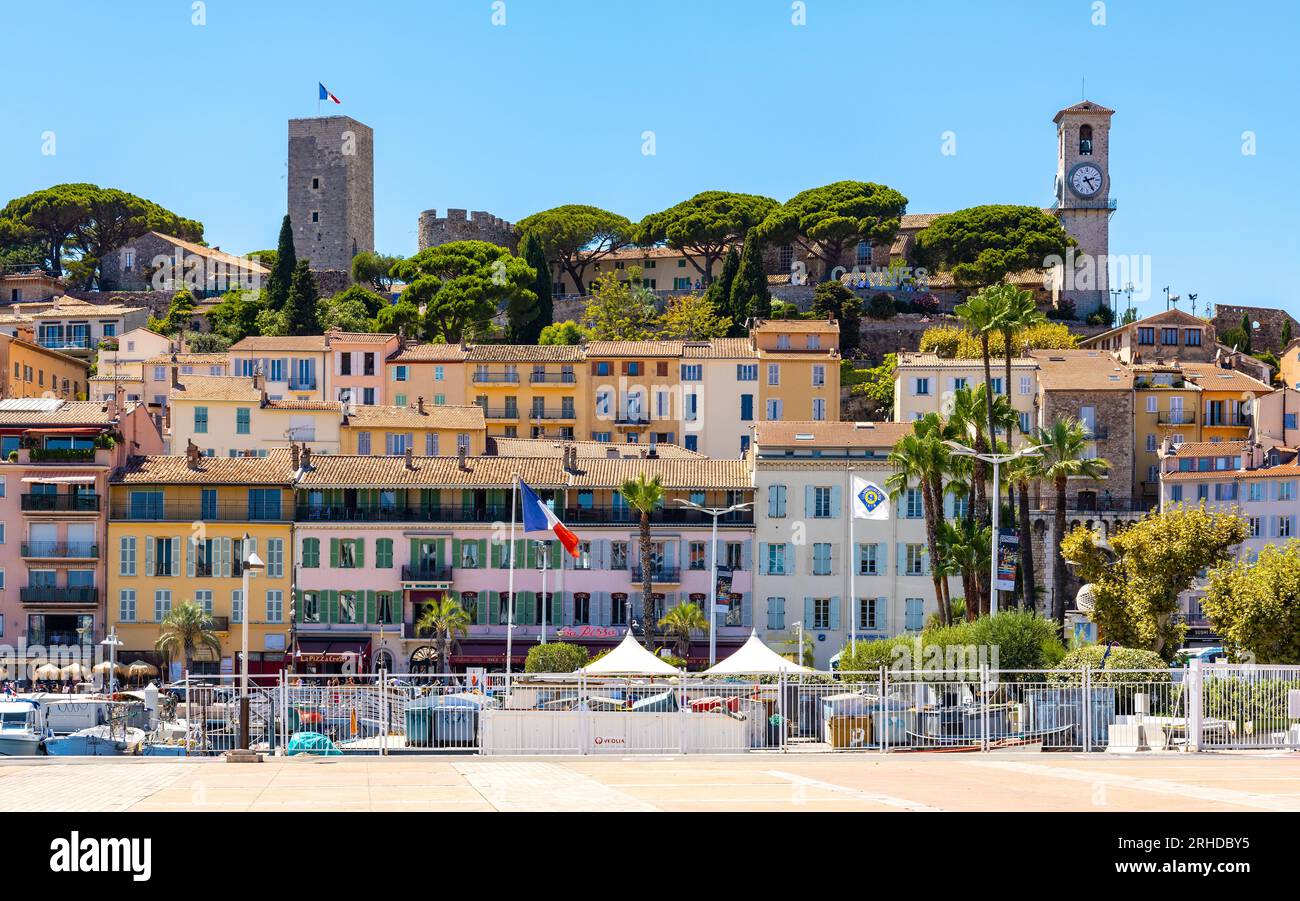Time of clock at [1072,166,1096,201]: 2:24
